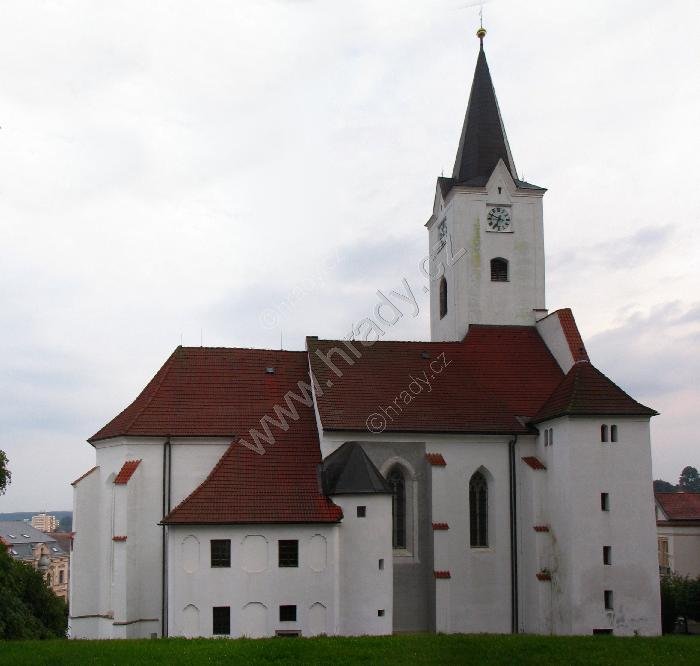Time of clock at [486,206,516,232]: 6:48
